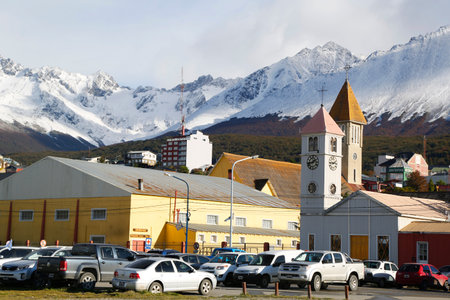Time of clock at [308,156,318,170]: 1:43
